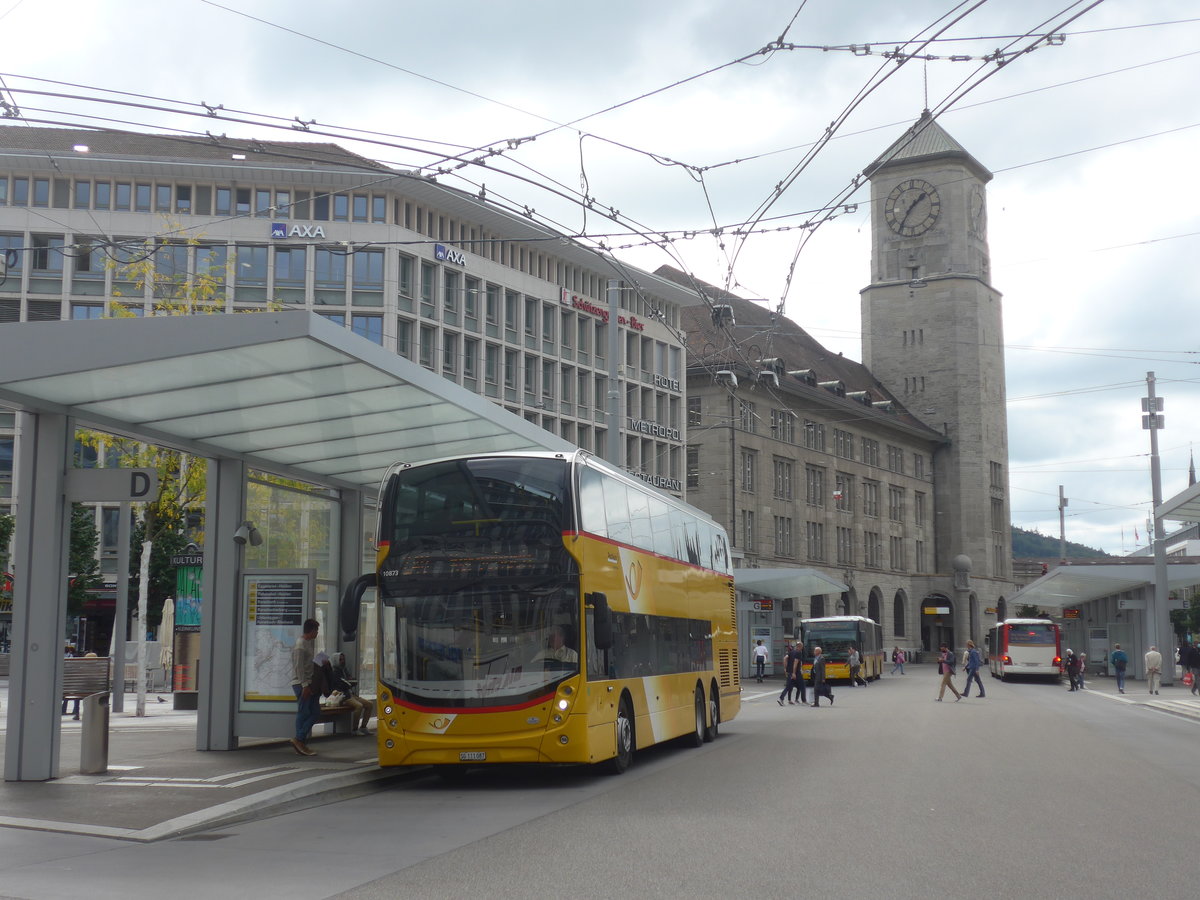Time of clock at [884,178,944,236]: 1:35
